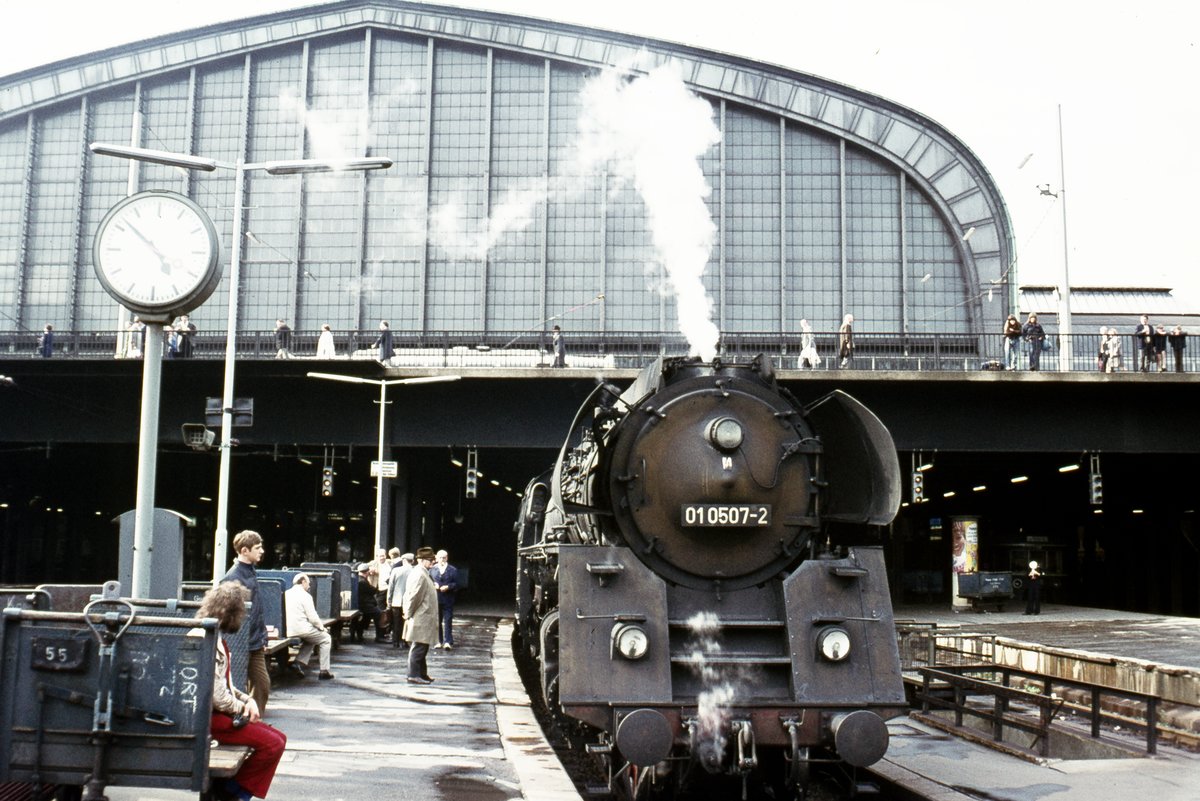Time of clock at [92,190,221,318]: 4:52
